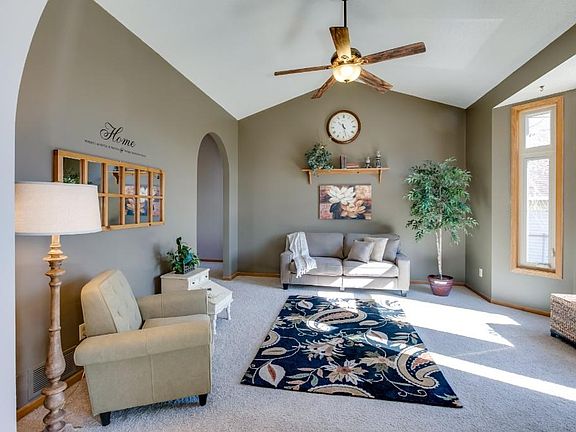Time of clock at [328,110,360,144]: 4:27
